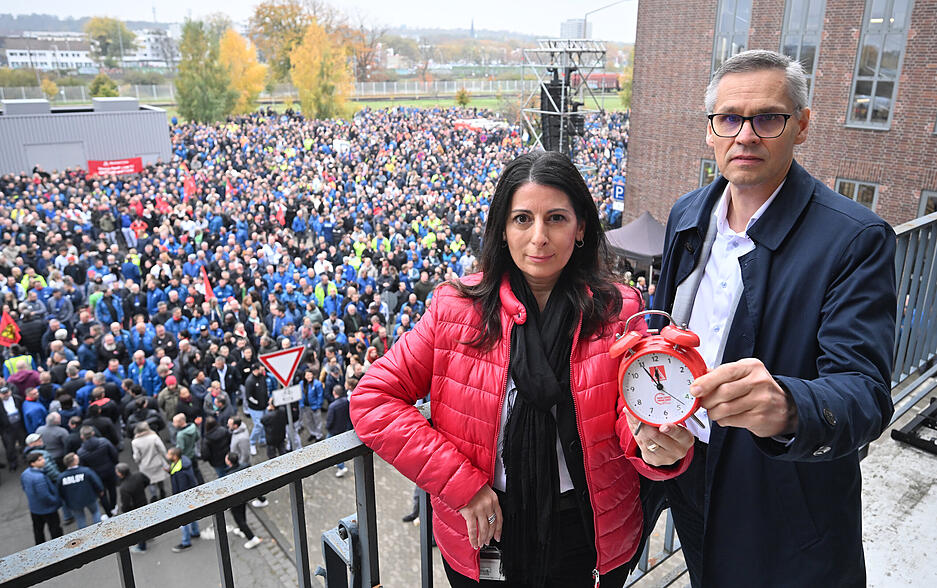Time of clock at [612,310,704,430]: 11:54
